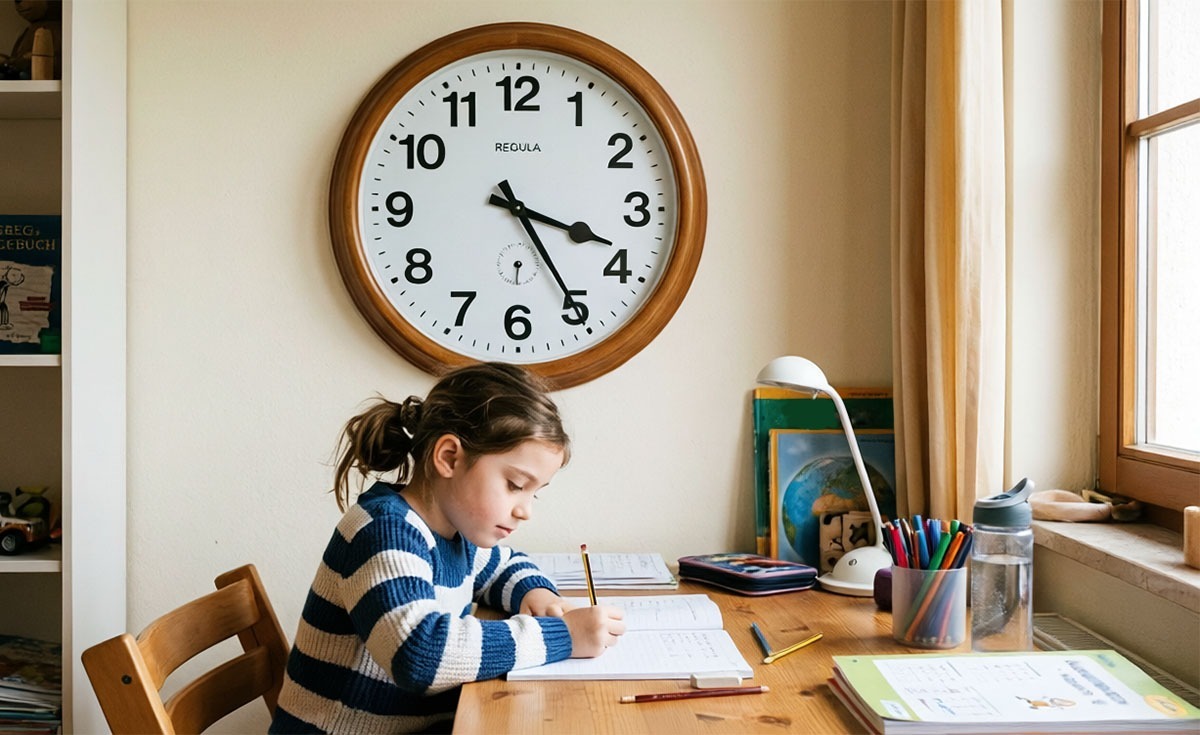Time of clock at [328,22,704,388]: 3:24
